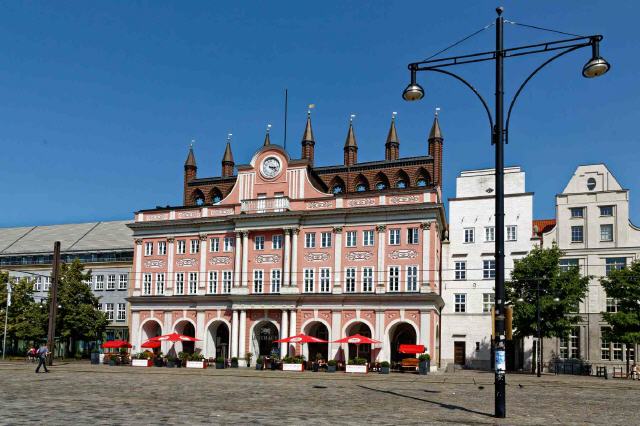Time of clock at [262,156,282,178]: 3:21
